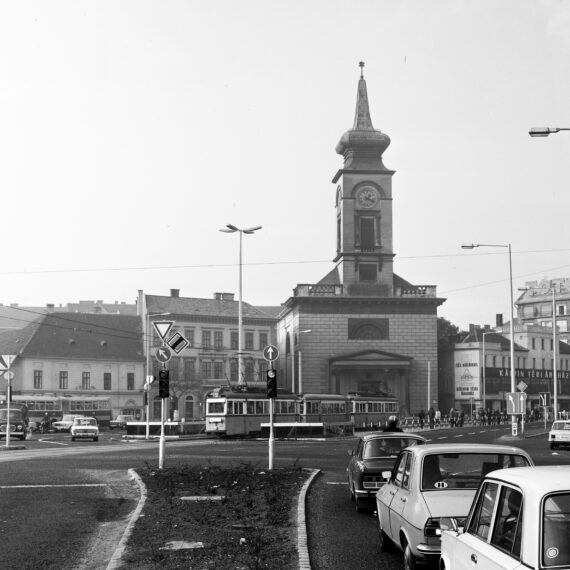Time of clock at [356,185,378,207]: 1:18
